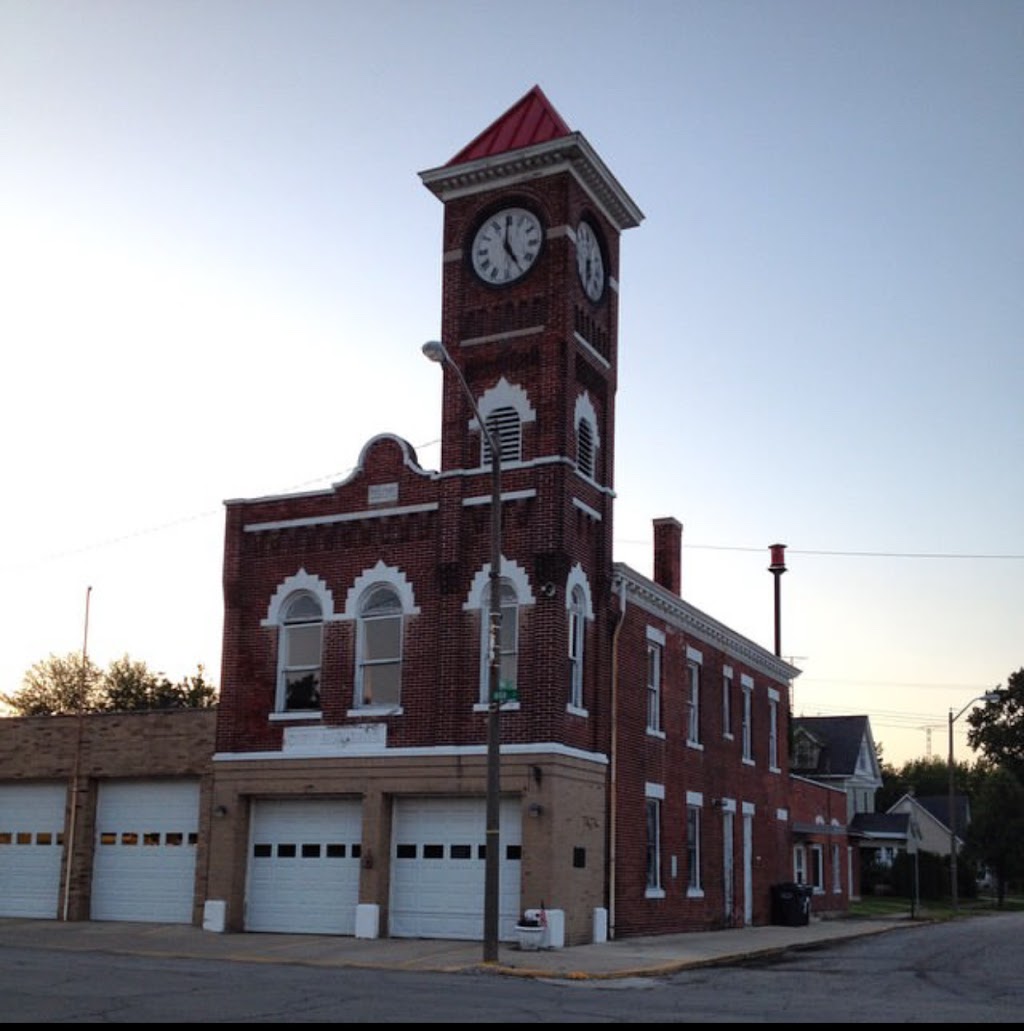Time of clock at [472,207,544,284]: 4:59
